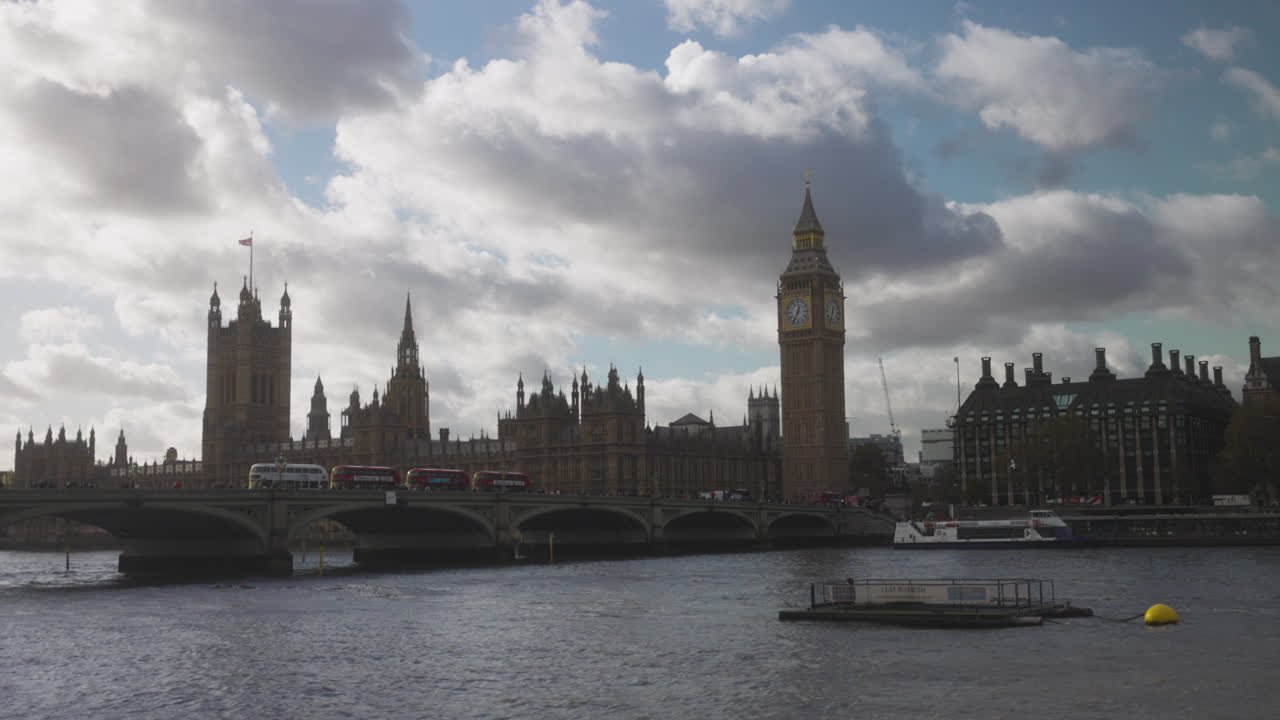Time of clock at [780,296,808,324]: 12:34
